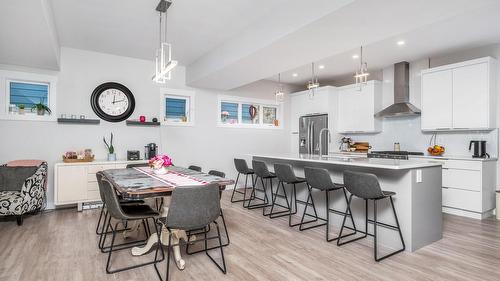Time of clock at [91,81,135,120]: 12:12
